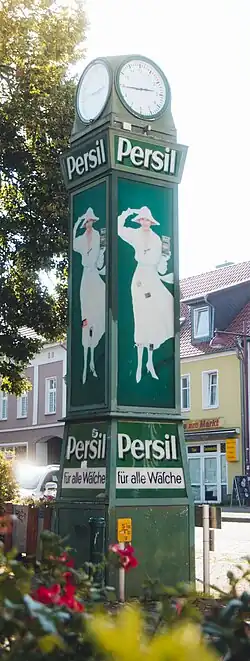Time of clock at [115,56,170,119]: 2:44
